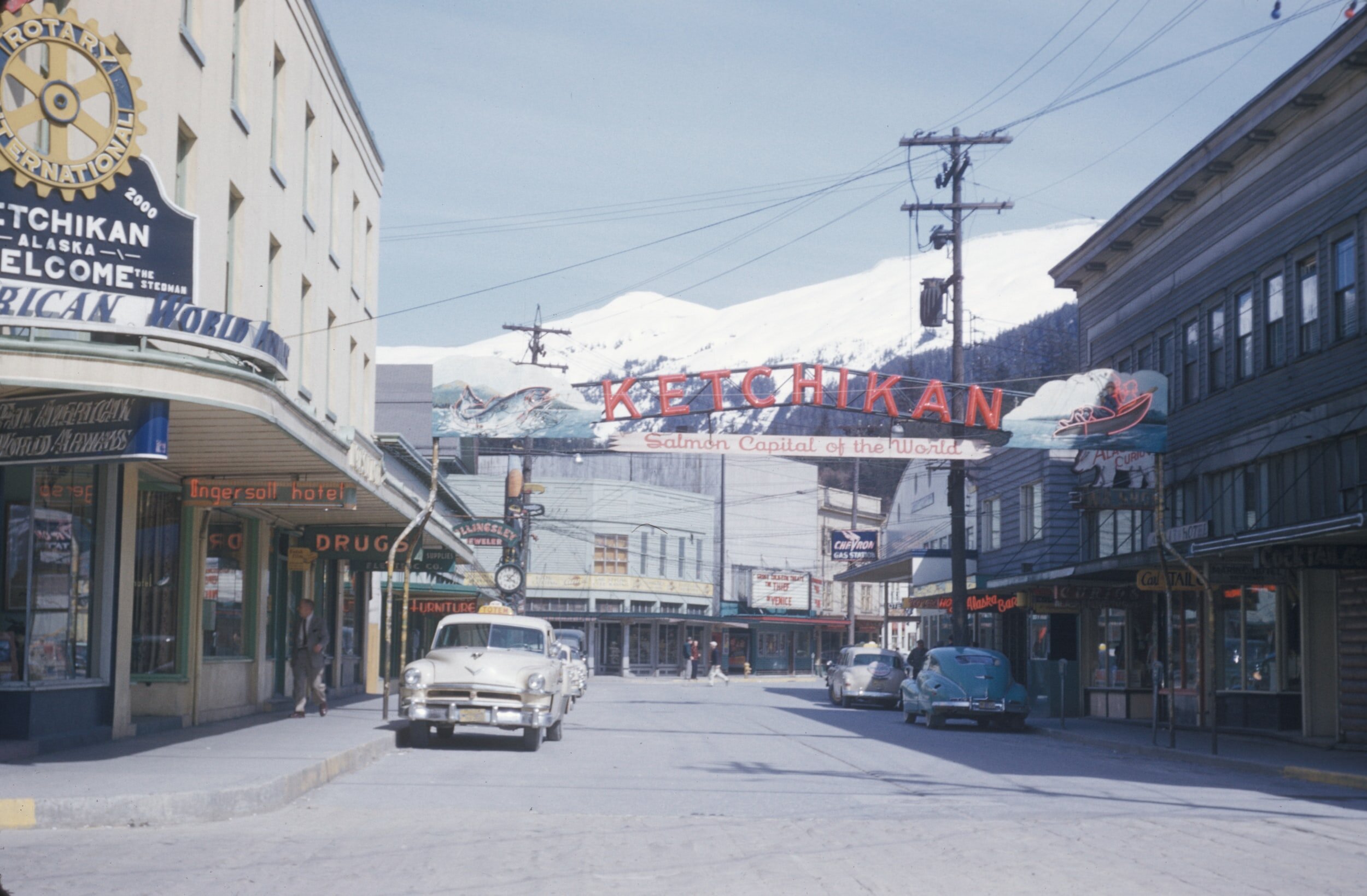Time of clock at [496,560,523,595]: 4:07
